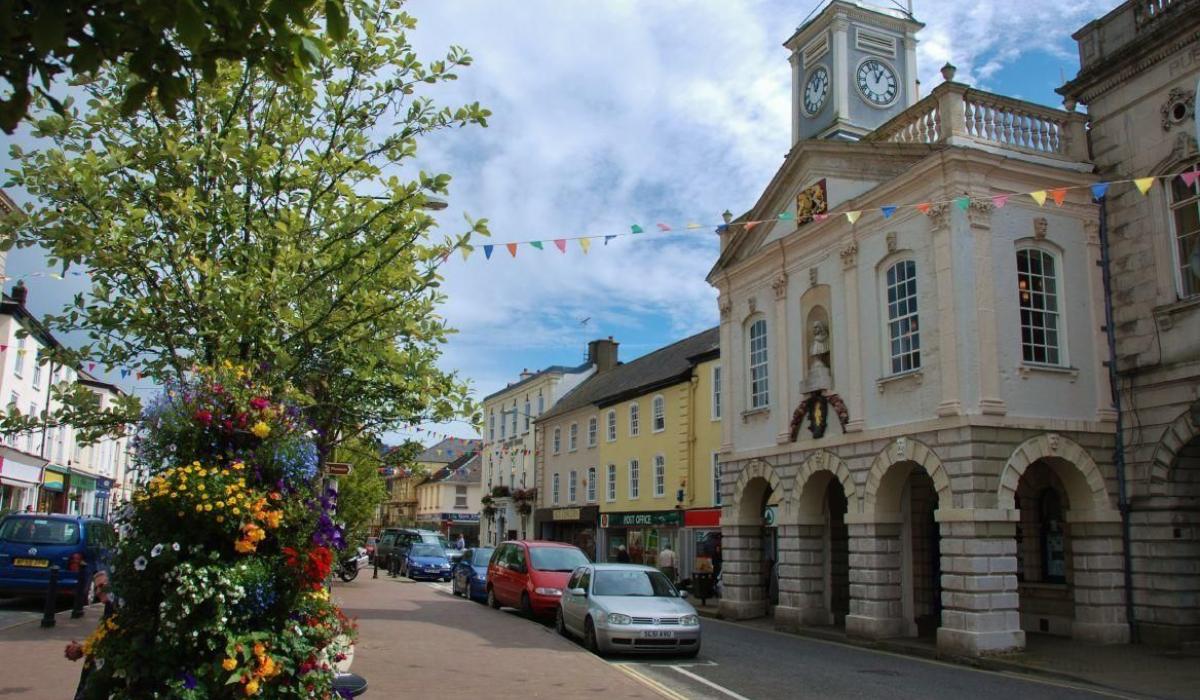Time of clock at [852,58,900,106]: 12:57
